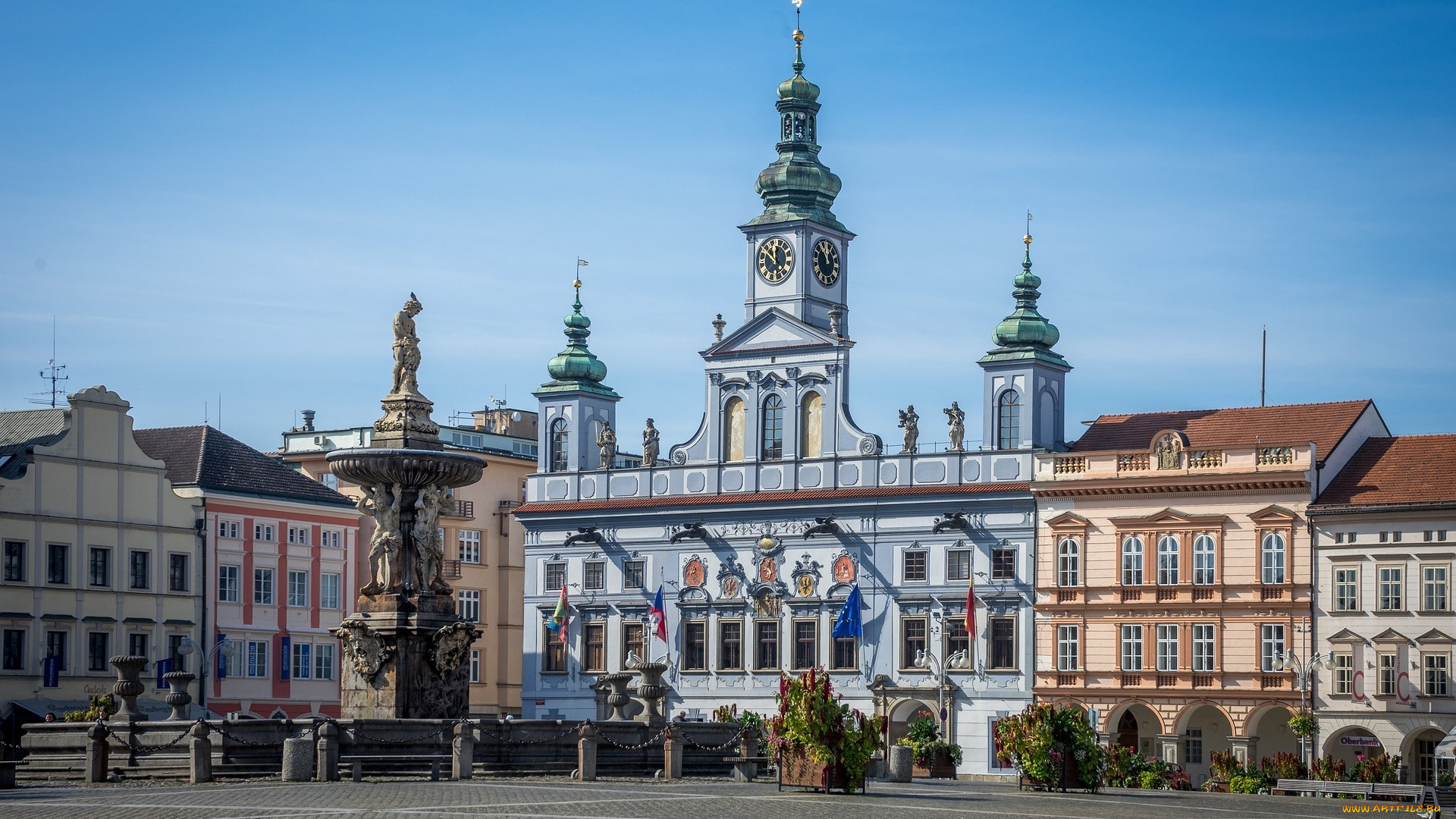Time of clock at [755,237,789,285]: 11:51
